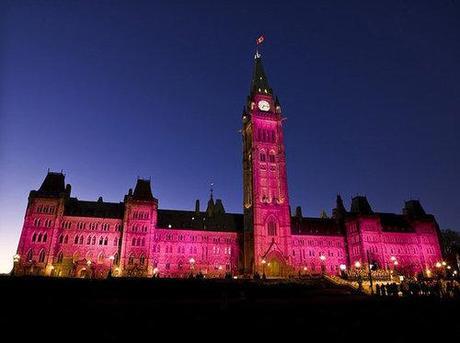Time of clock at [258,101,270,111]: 7:15
